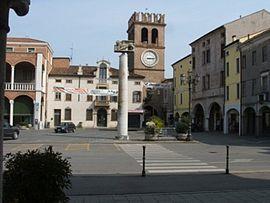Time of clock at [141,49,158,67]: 3:14
